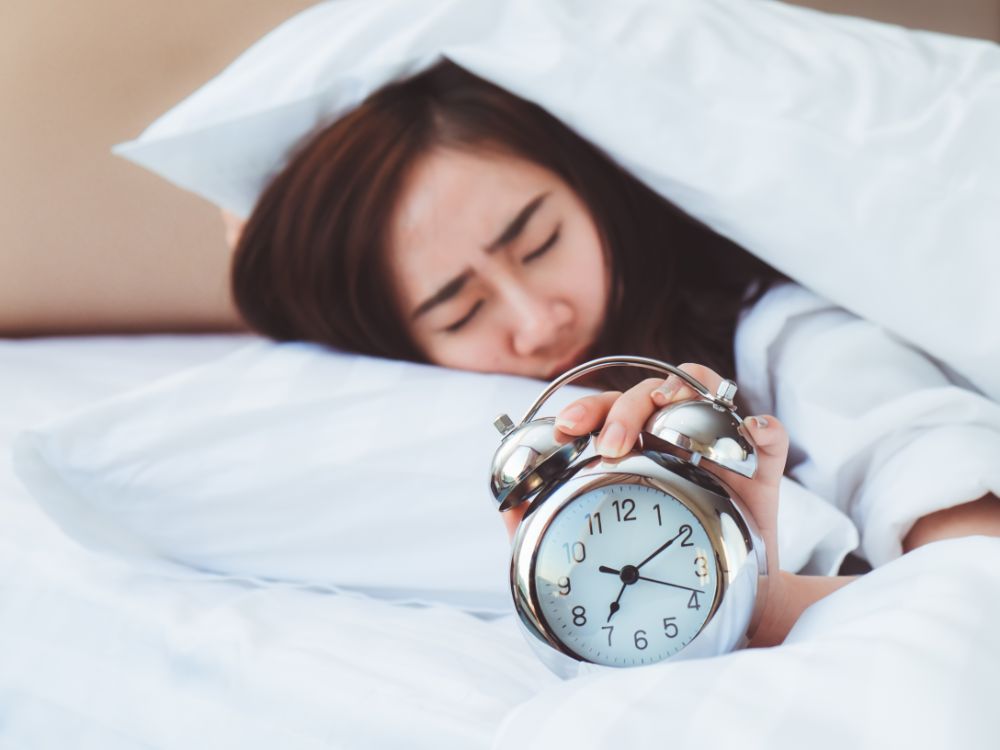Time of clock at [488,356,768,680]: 7:09
